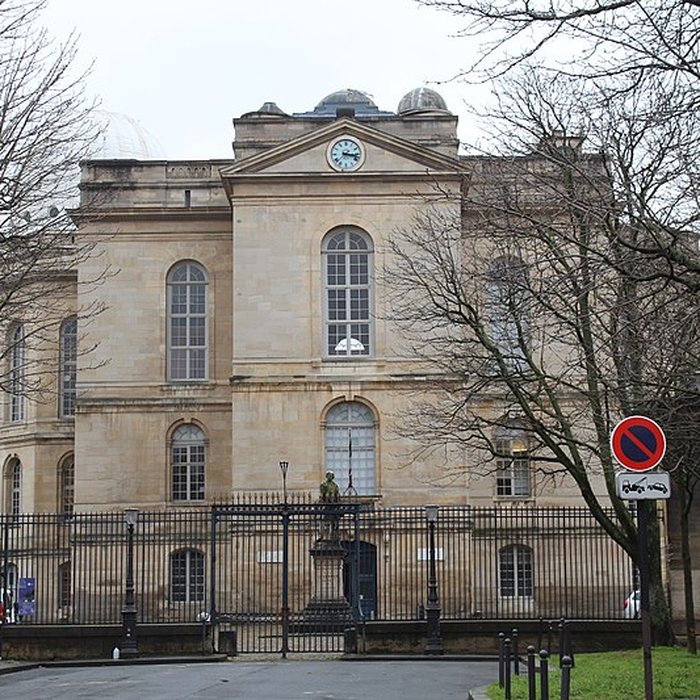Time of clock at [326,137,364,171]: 3:17
